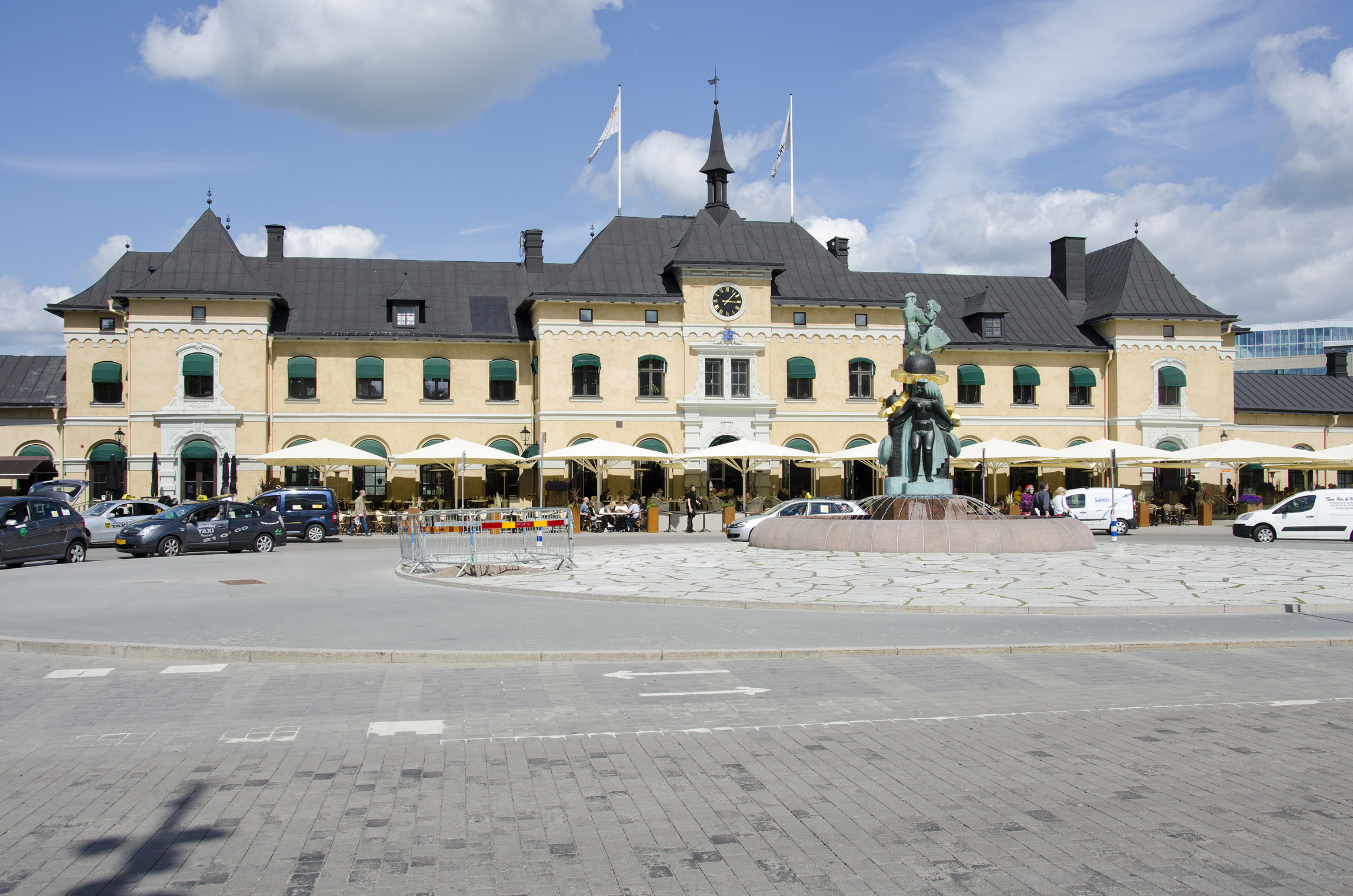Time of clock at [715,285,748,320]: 3:07
